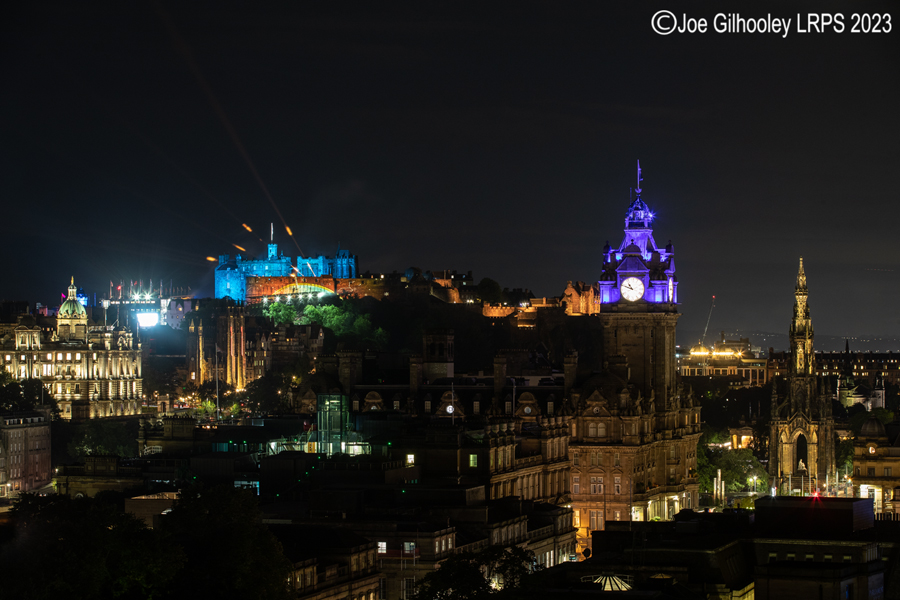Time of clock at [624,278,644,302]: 10:48
